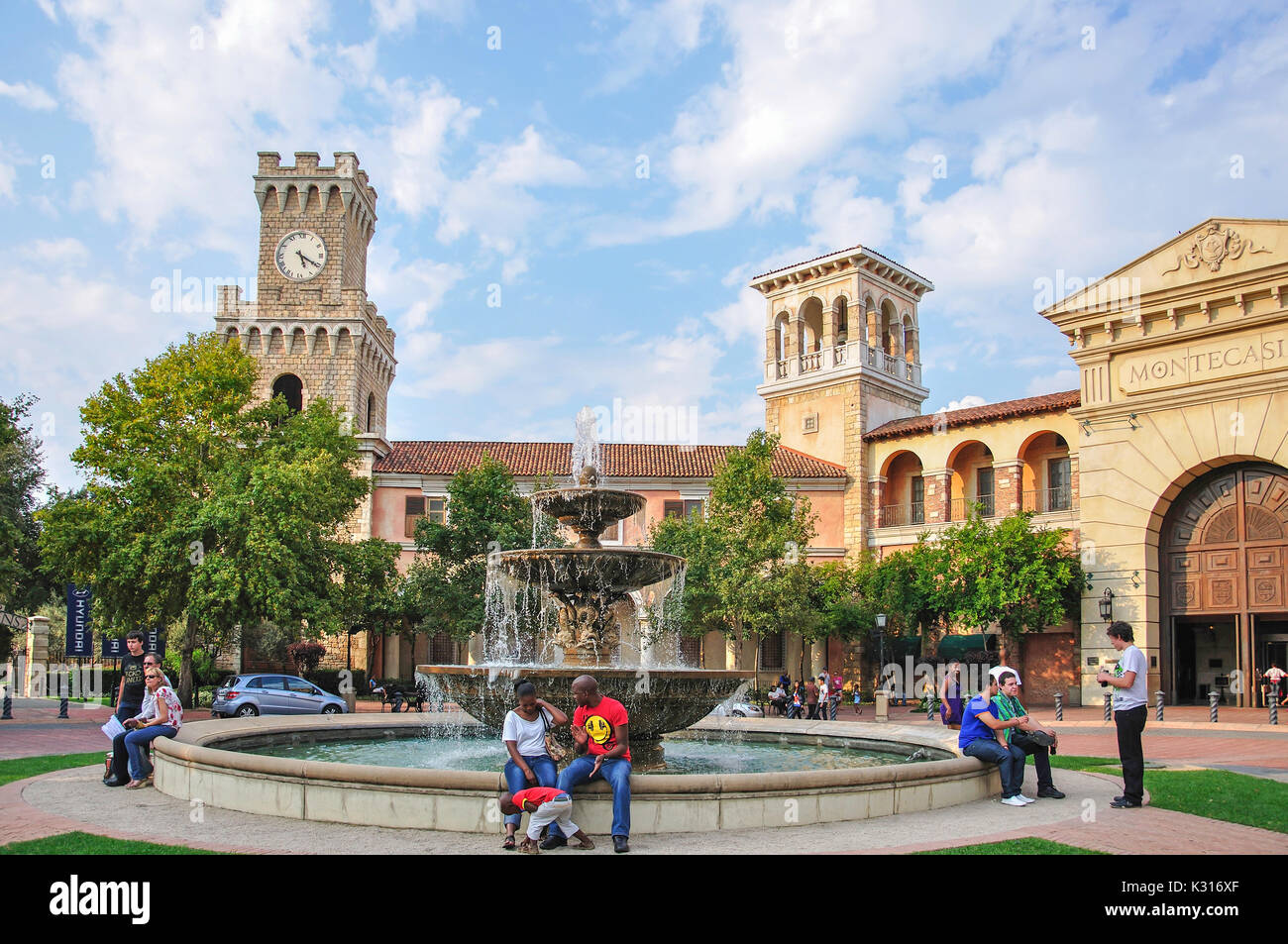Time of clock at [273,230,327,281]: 5:20
